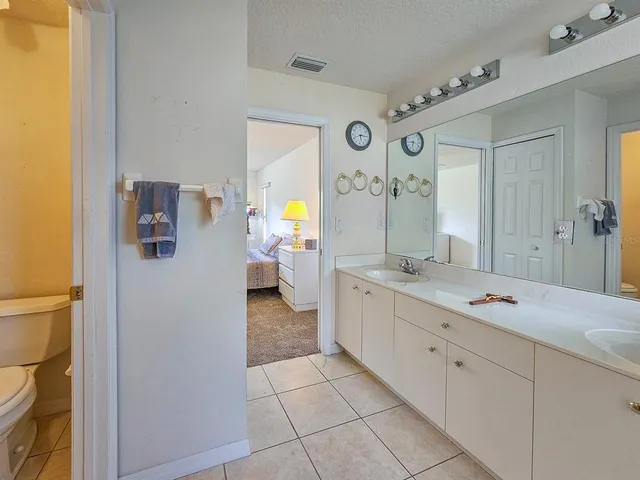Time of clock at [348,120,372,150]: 5:15
